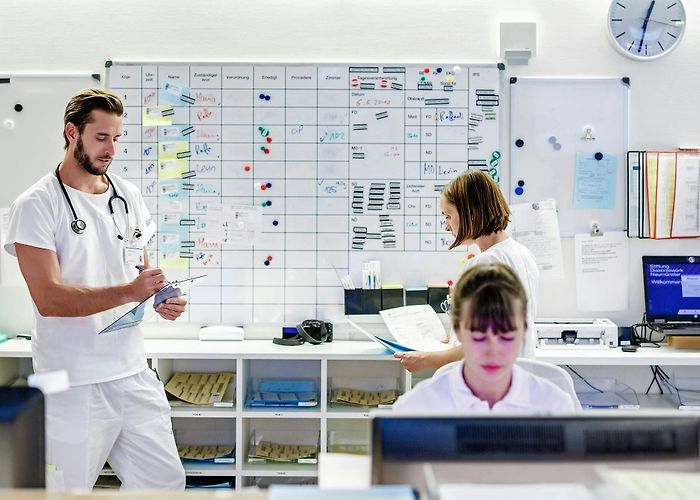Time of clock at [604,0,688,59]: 12:32
